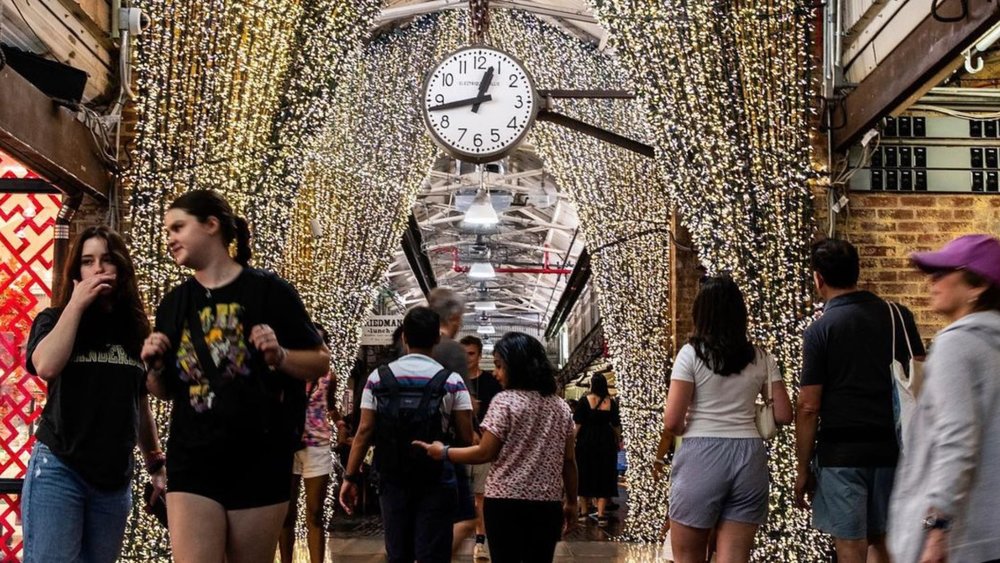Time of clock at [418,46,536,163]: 12:43
